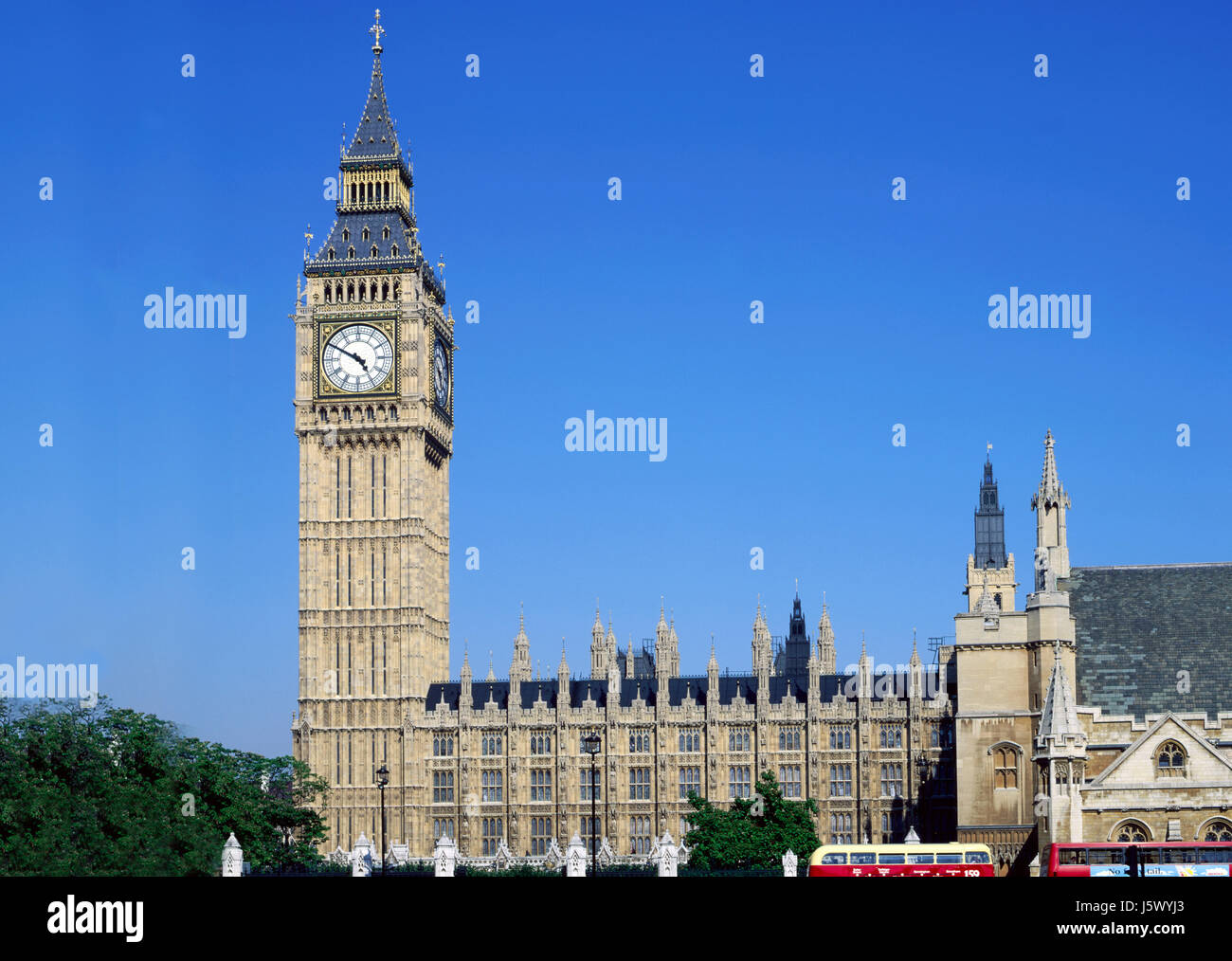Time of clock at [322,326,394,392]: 4:49
